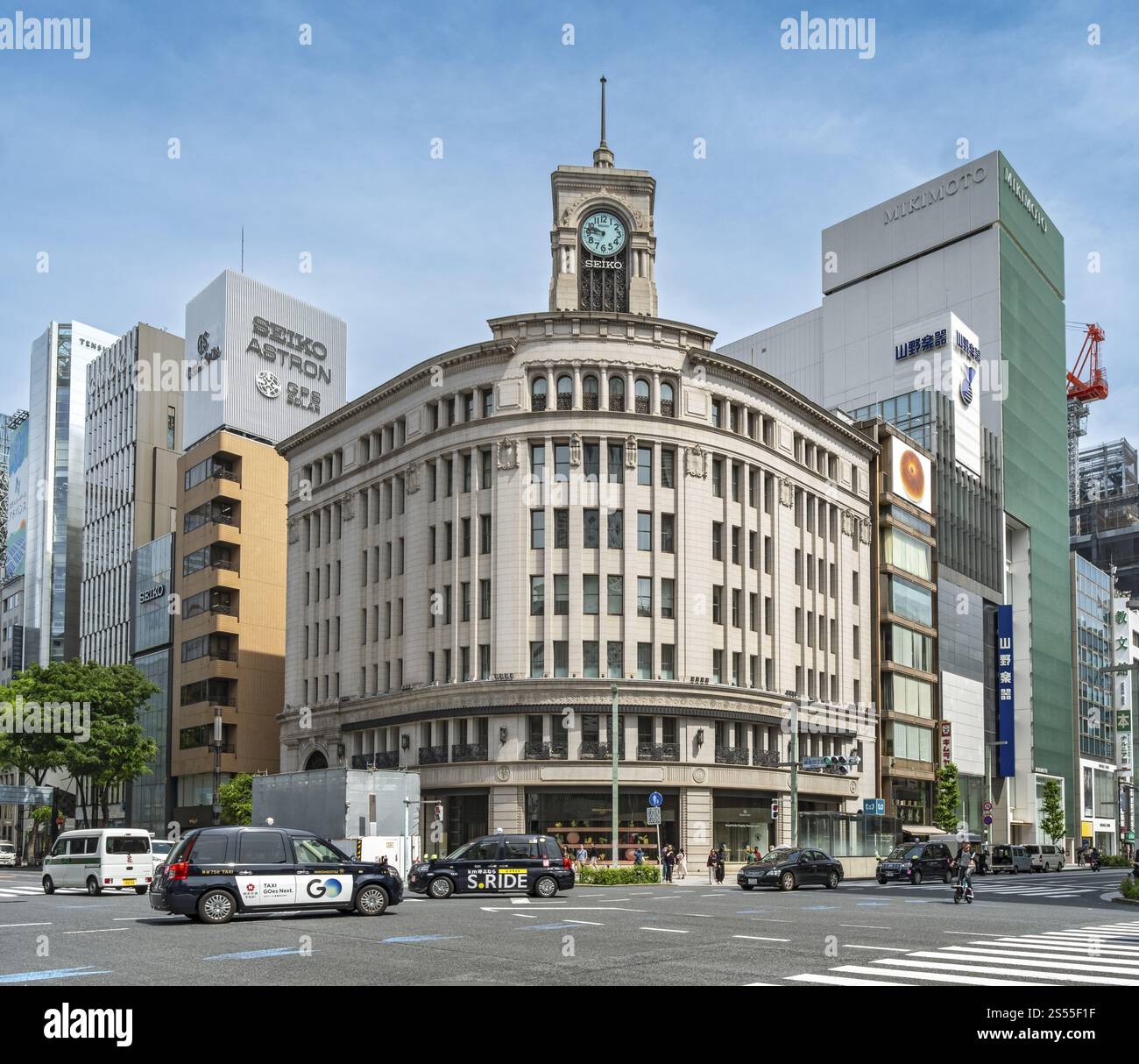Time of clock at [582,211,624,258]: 9:46
